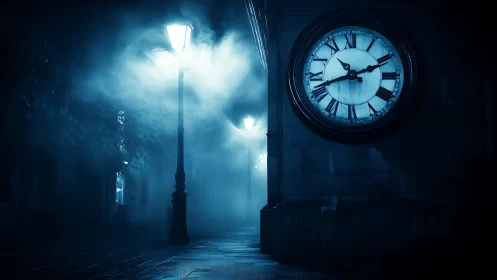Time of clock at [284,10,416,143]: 10:41
